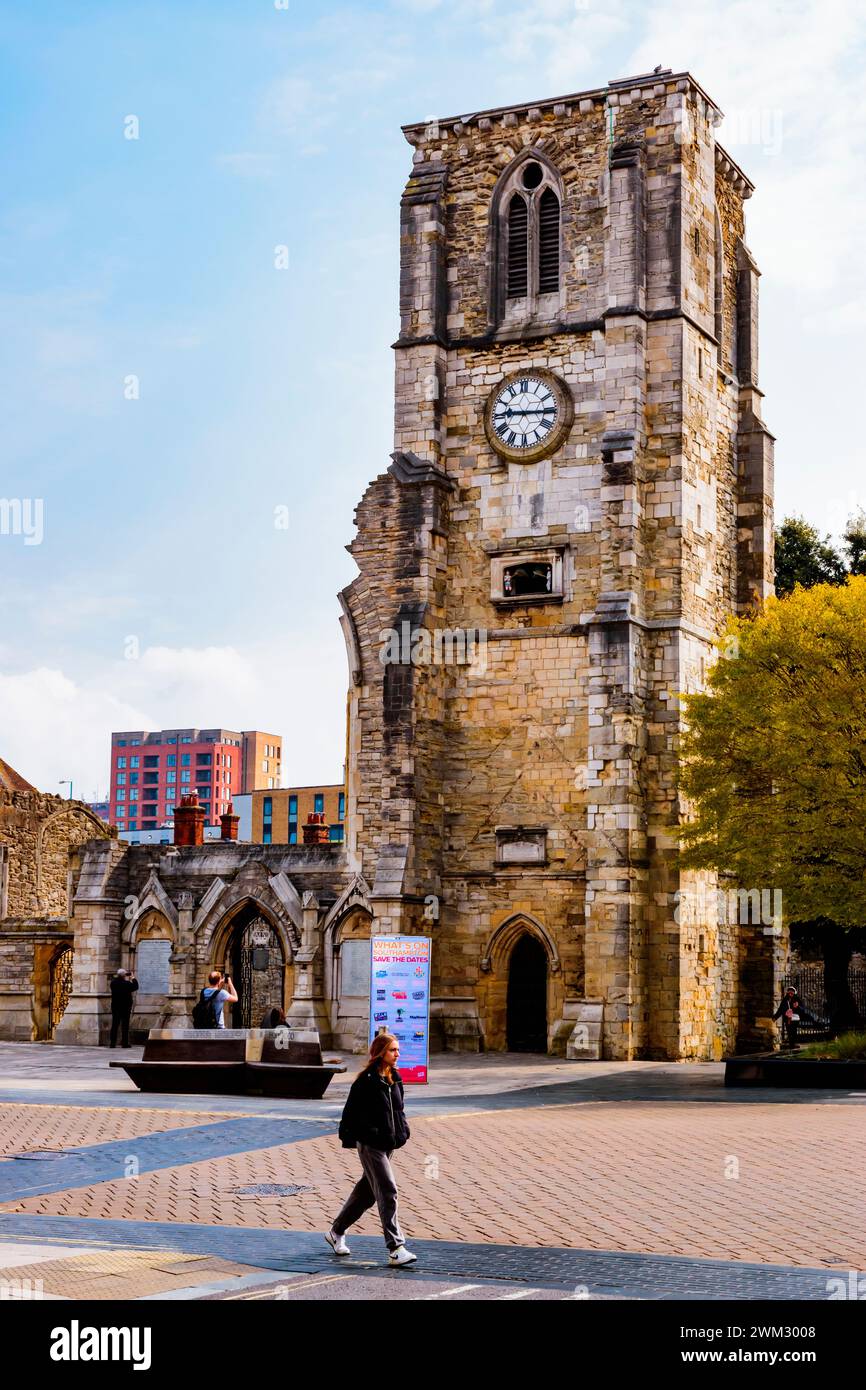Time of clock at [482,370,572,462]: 9:15
